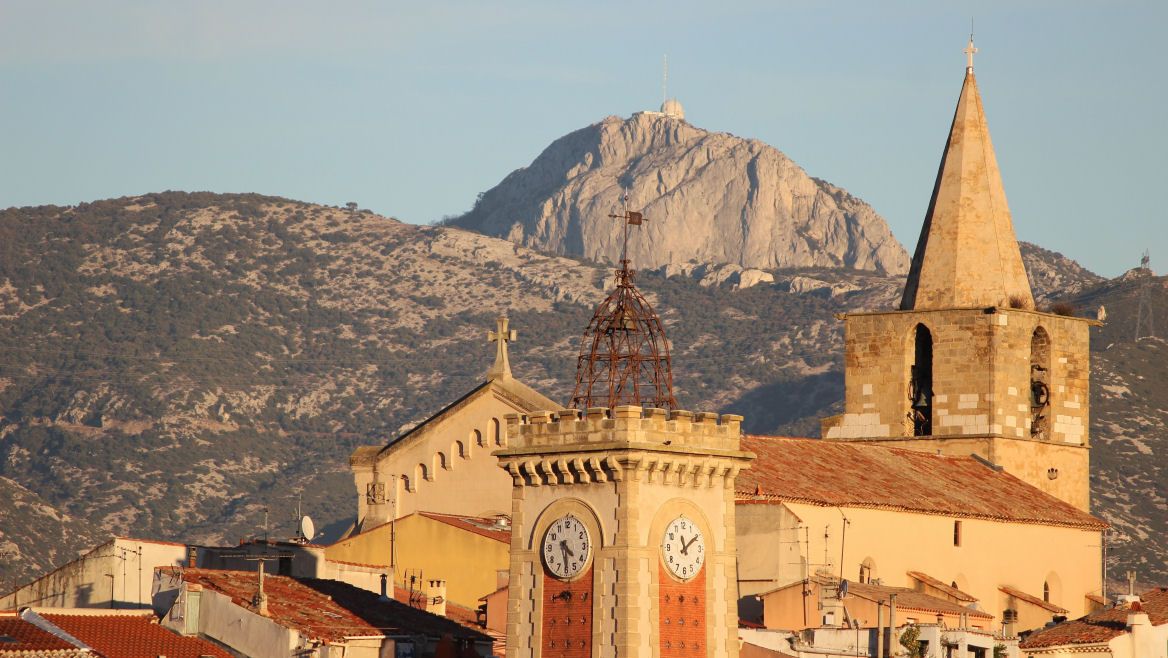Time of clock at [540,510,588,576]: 4:29
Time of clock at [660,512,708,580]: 11:09
